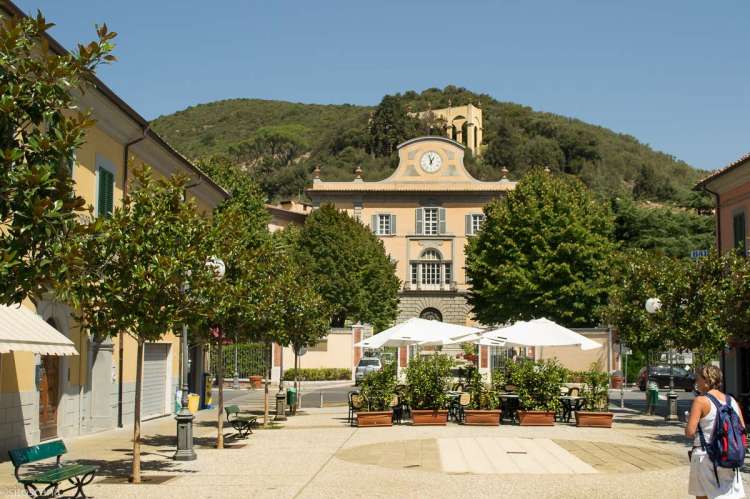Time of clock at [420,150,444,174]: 12:57
